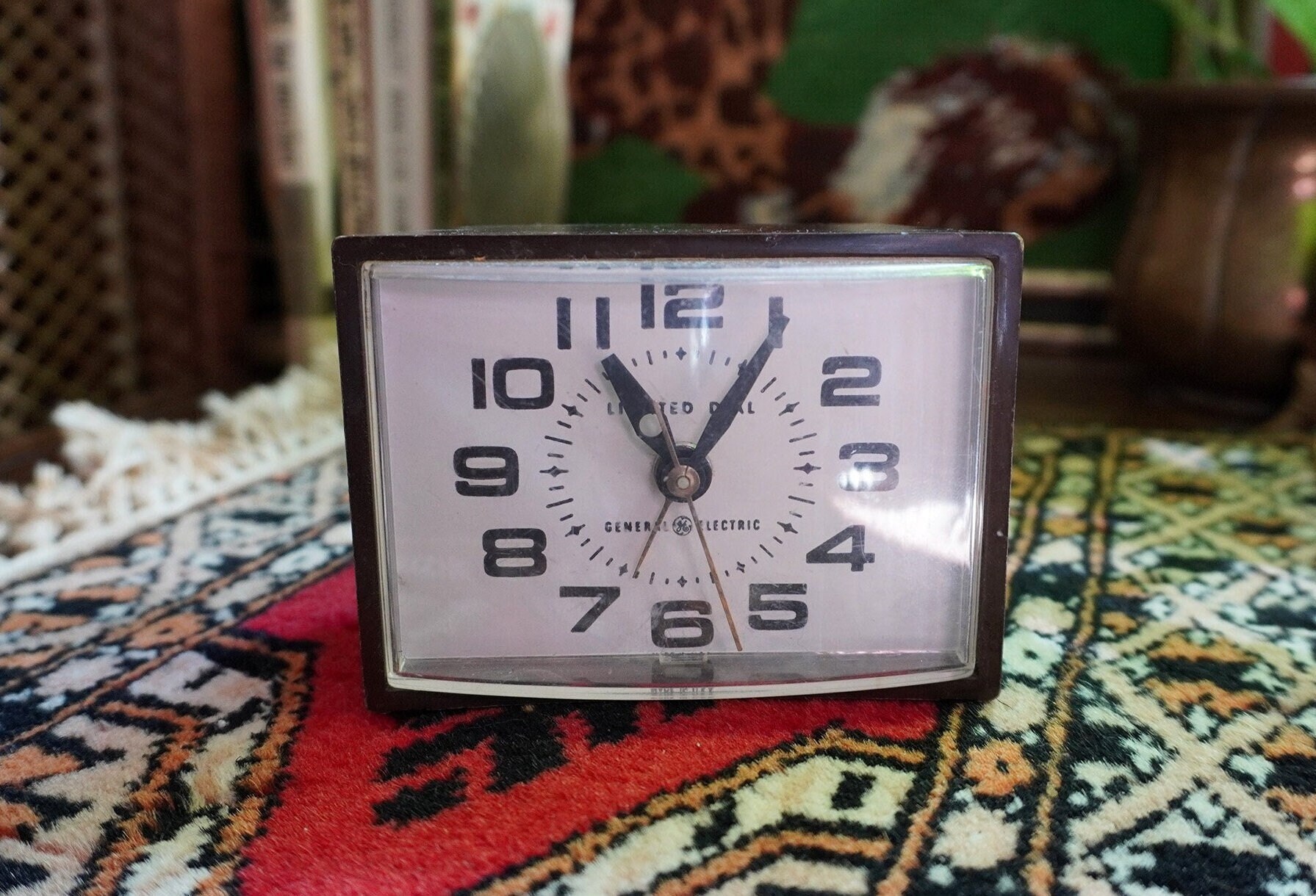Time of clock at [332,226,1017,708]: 11:05
